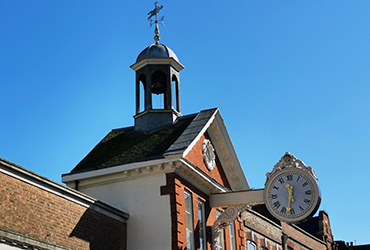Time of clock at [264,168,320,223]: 11:32
